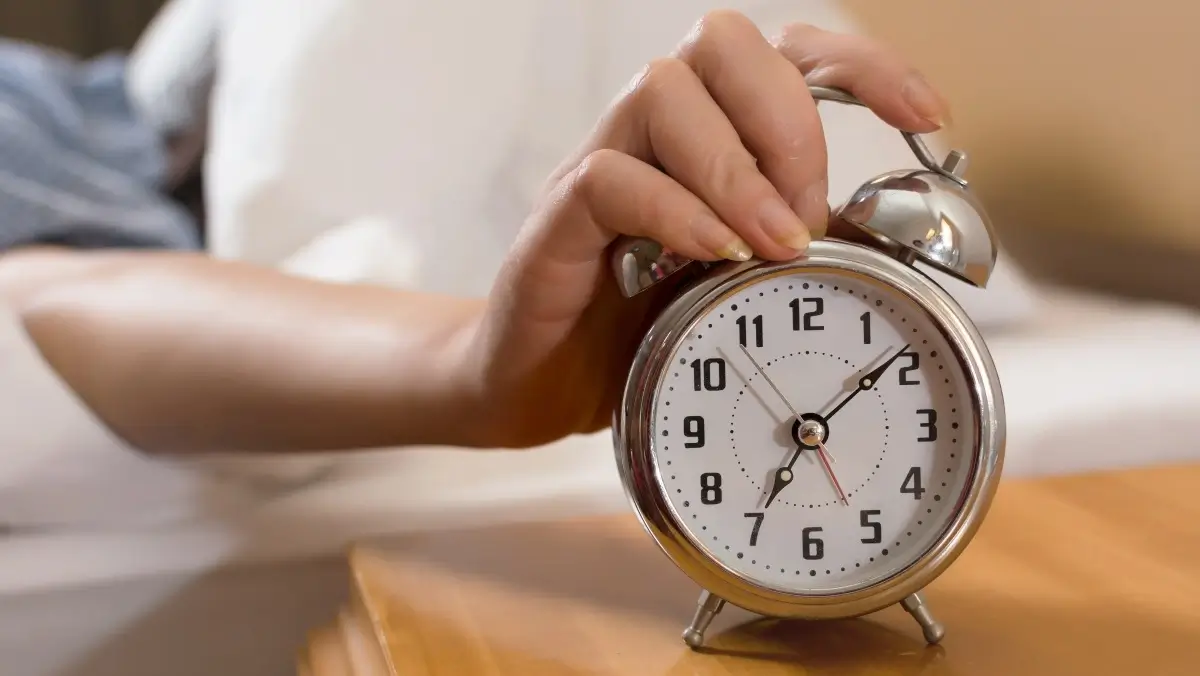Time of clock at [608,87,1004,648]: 7:08
